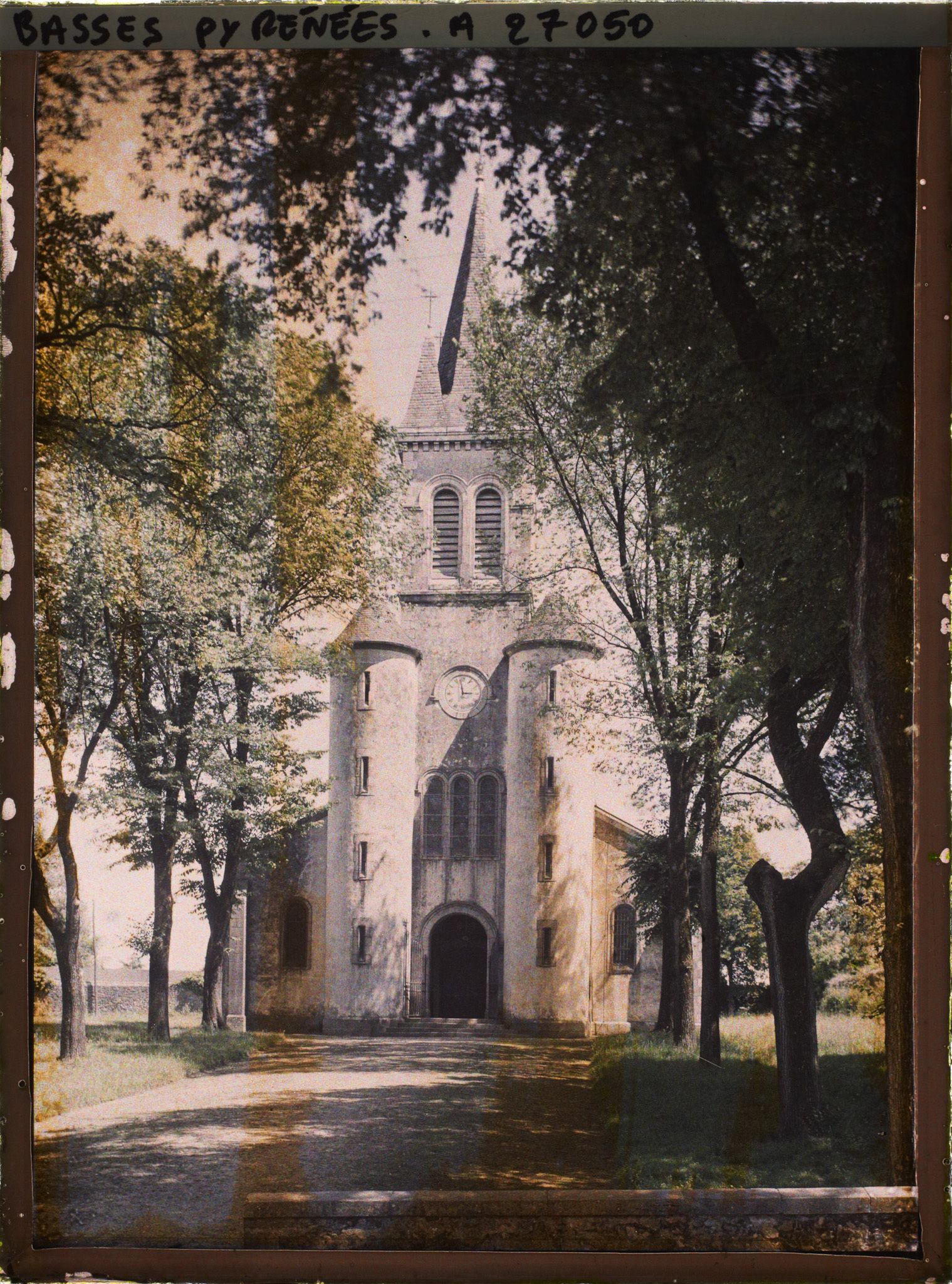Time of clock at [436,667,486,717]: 2:58
